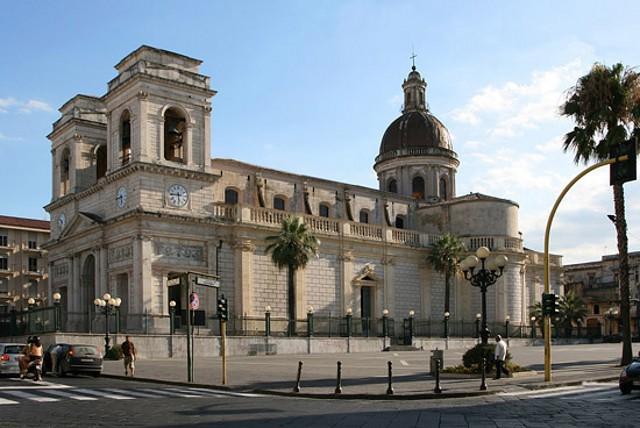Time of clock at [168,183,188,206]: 5:45
